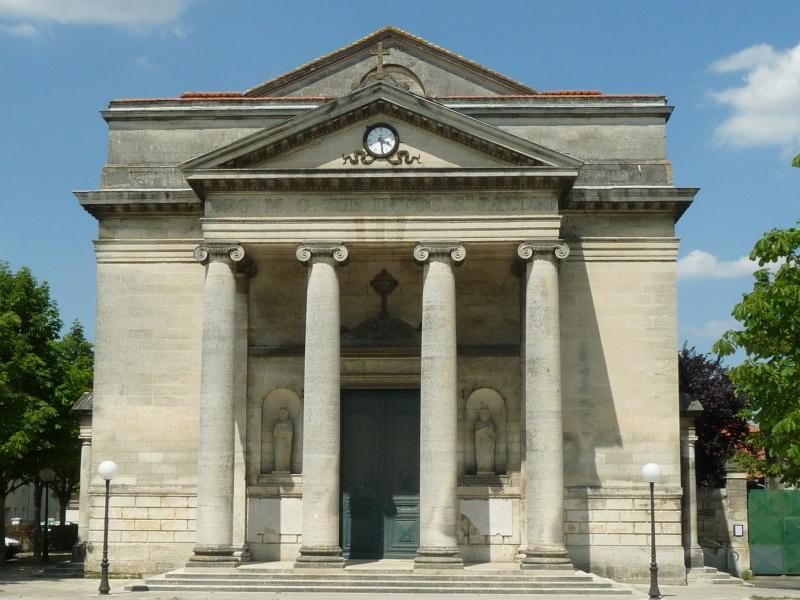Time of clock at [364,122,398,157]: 3:28
